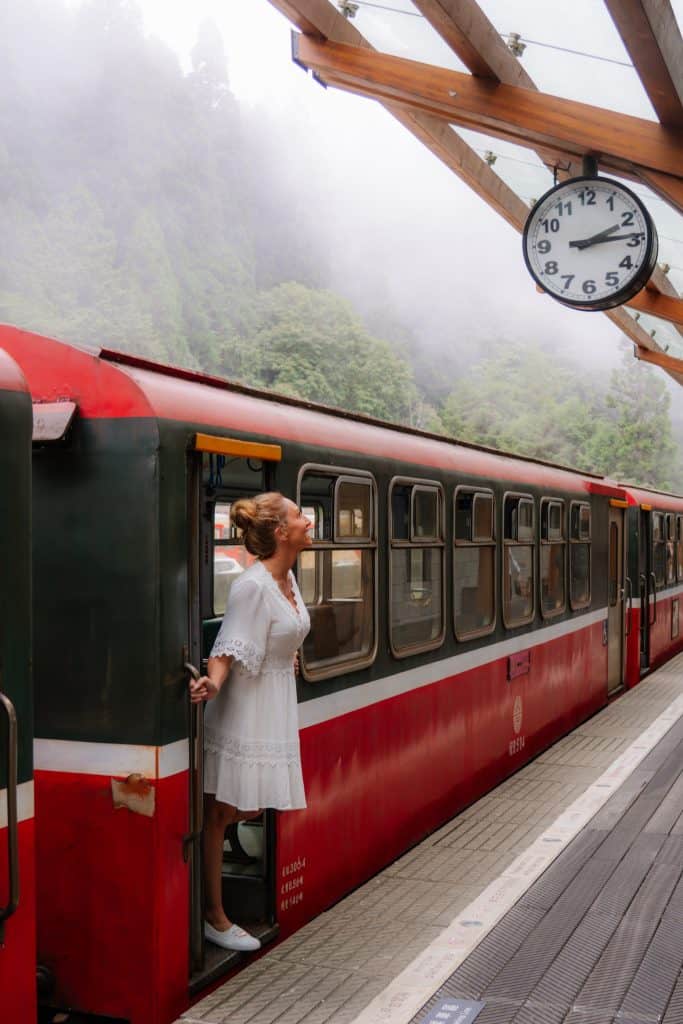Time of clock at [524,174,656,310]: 2:14
